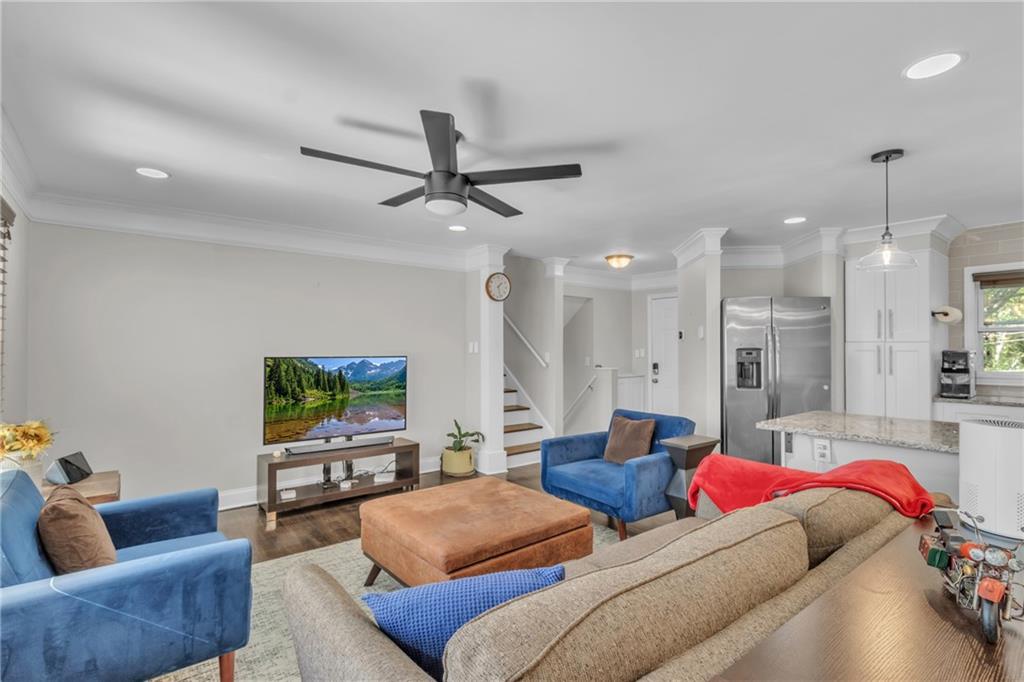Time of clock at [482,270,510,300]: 1:27
